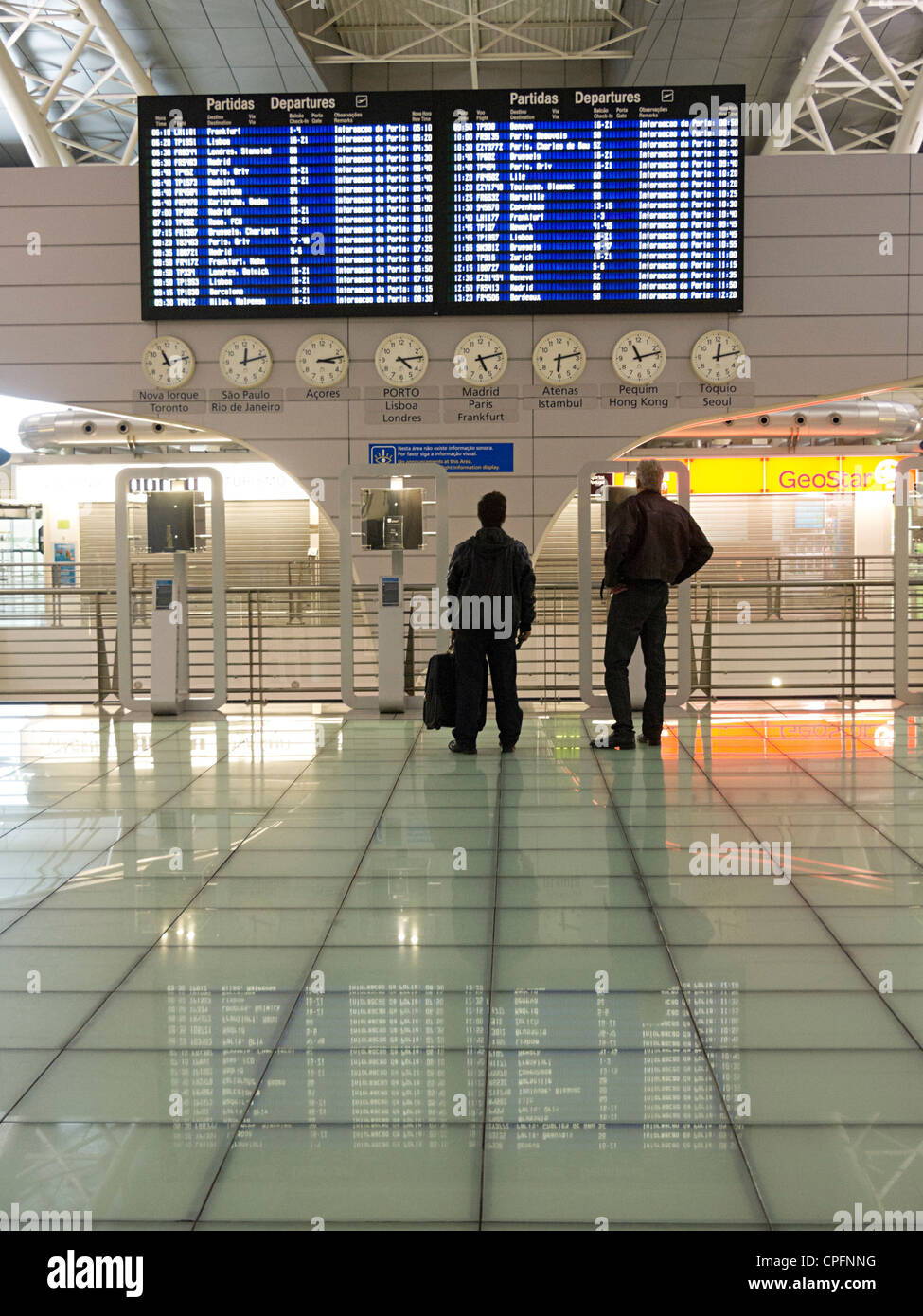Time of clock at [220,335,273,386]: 12:12
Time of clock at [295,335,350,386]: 3:13
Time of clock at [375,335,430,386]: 4:13
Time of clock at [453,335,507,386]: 5:12
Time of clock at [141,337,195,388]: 11:12
